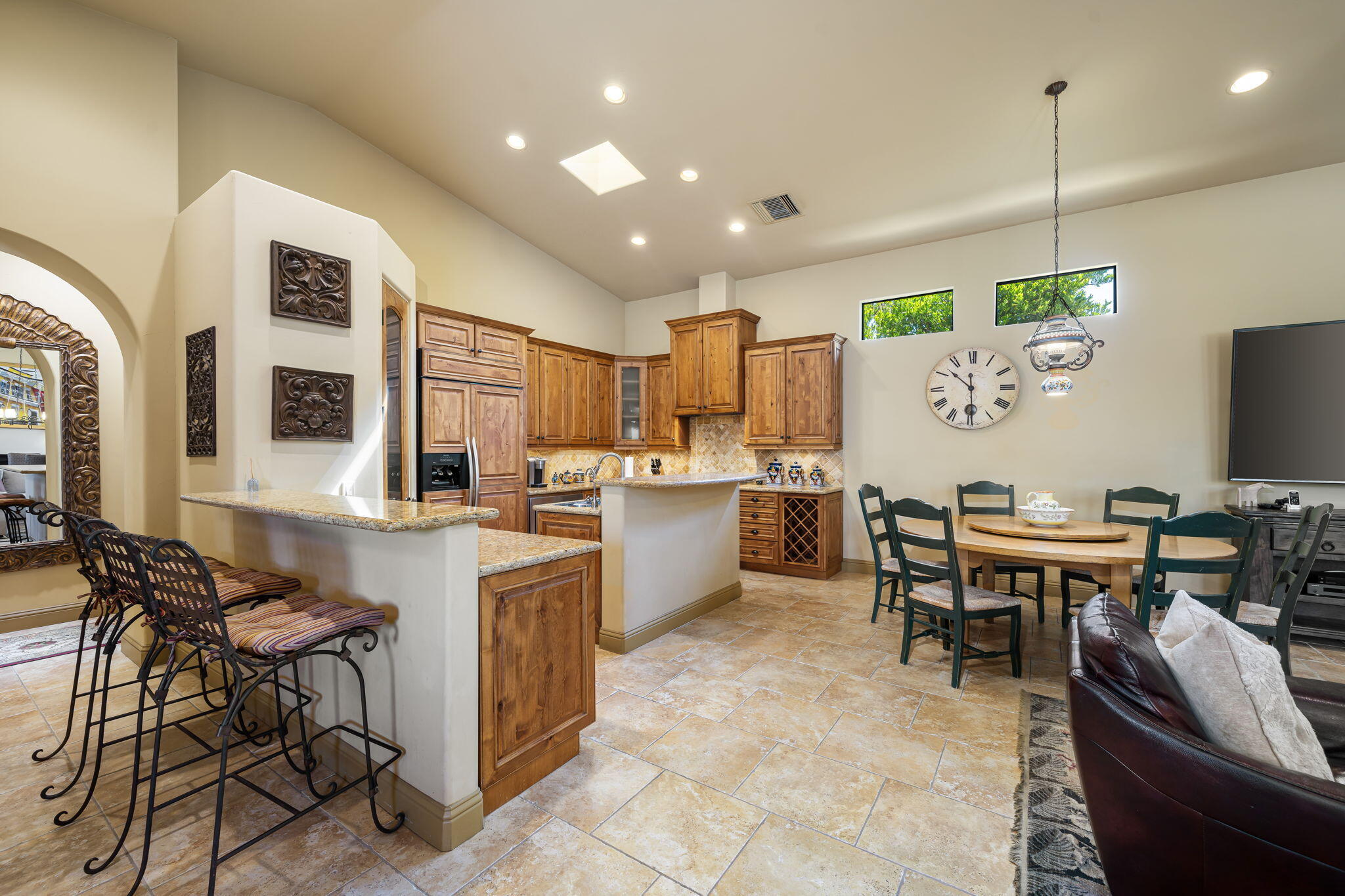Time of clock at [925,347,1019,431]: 10:29
